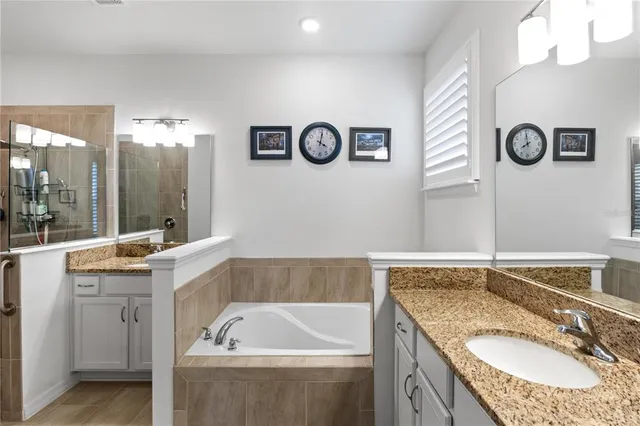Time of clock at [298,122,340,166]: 4:01
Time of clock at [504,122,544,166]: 7:59
